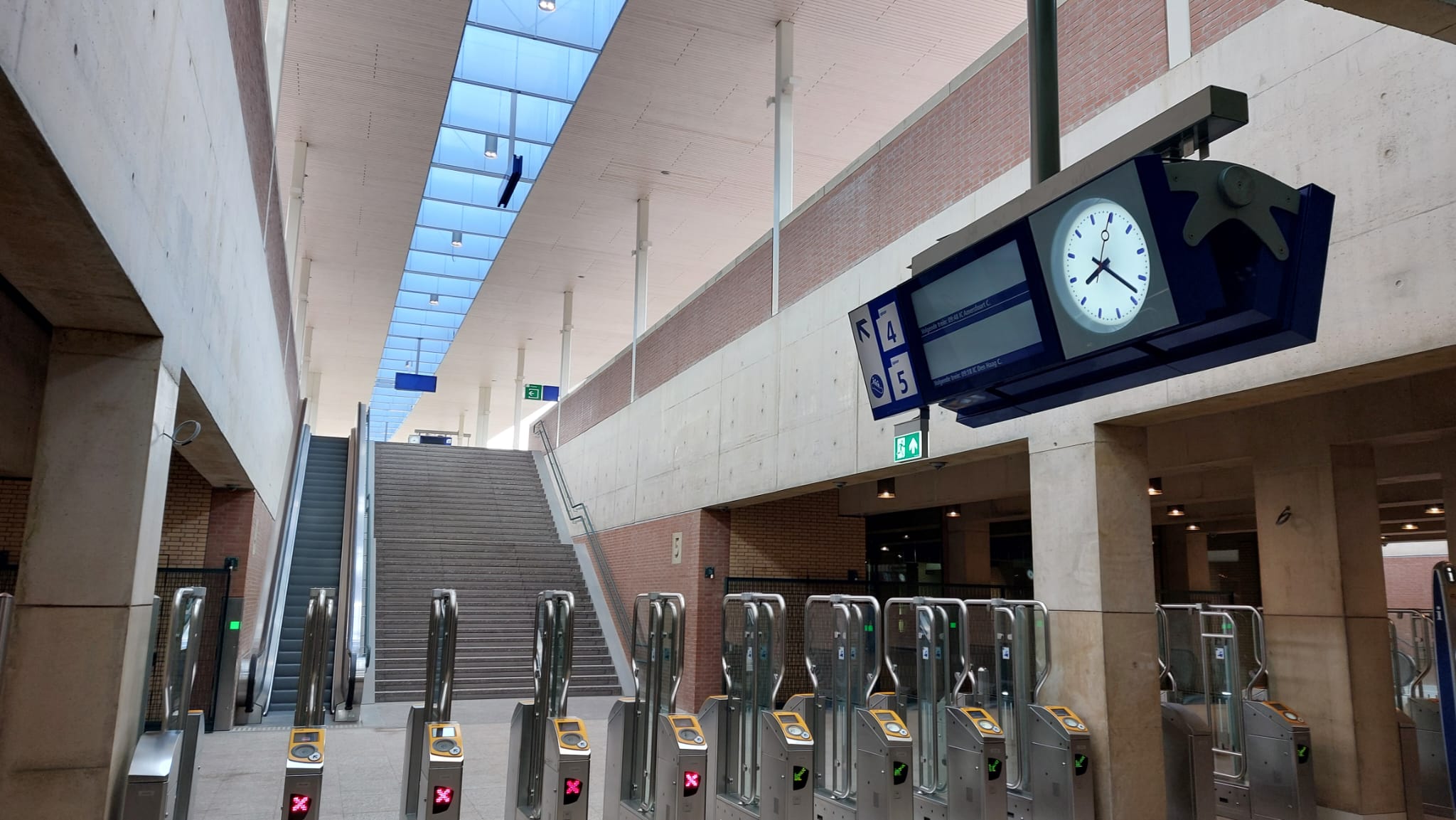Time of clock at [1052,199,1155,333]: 7:18
